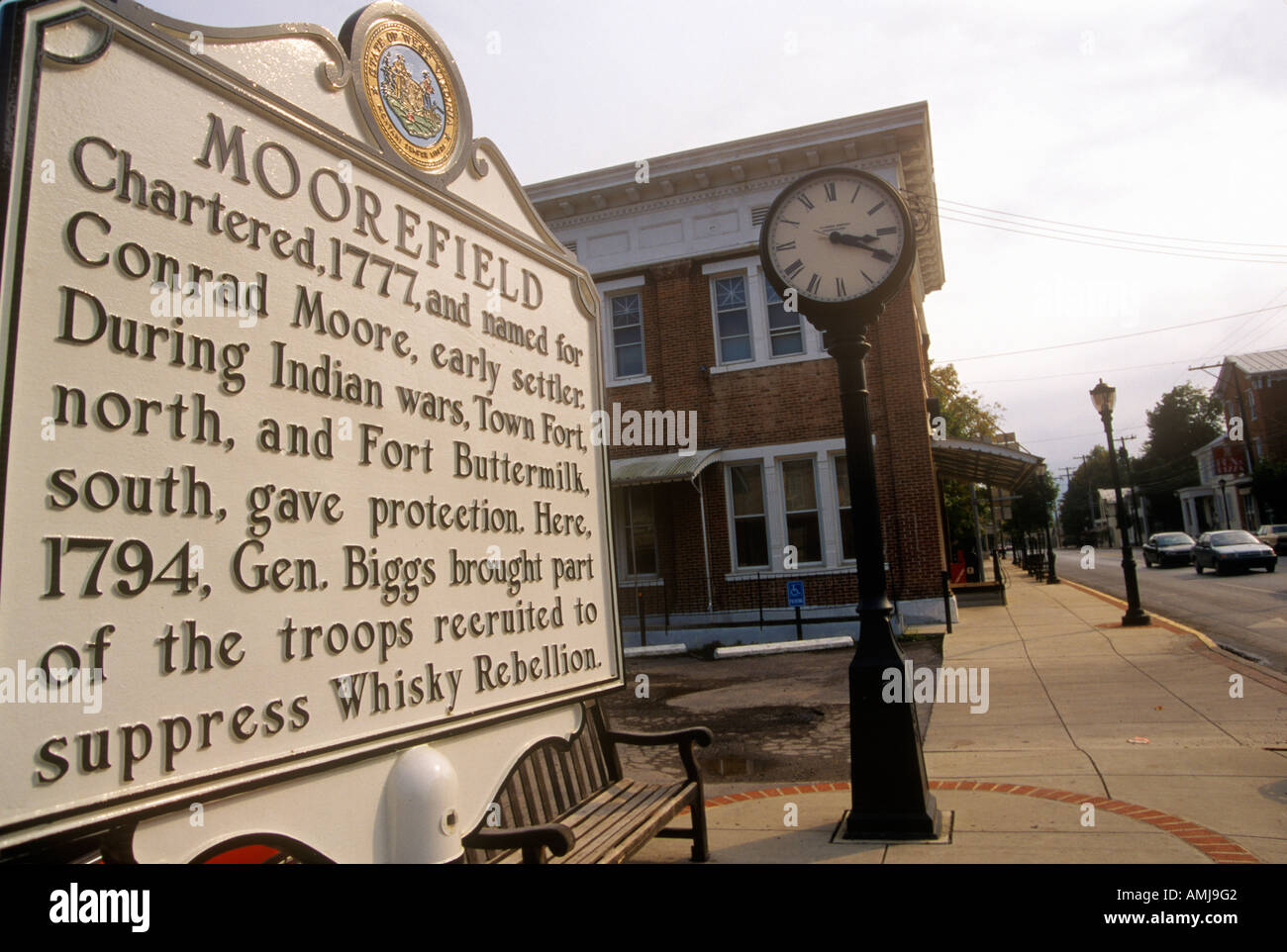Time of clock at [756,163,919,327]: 3:19
